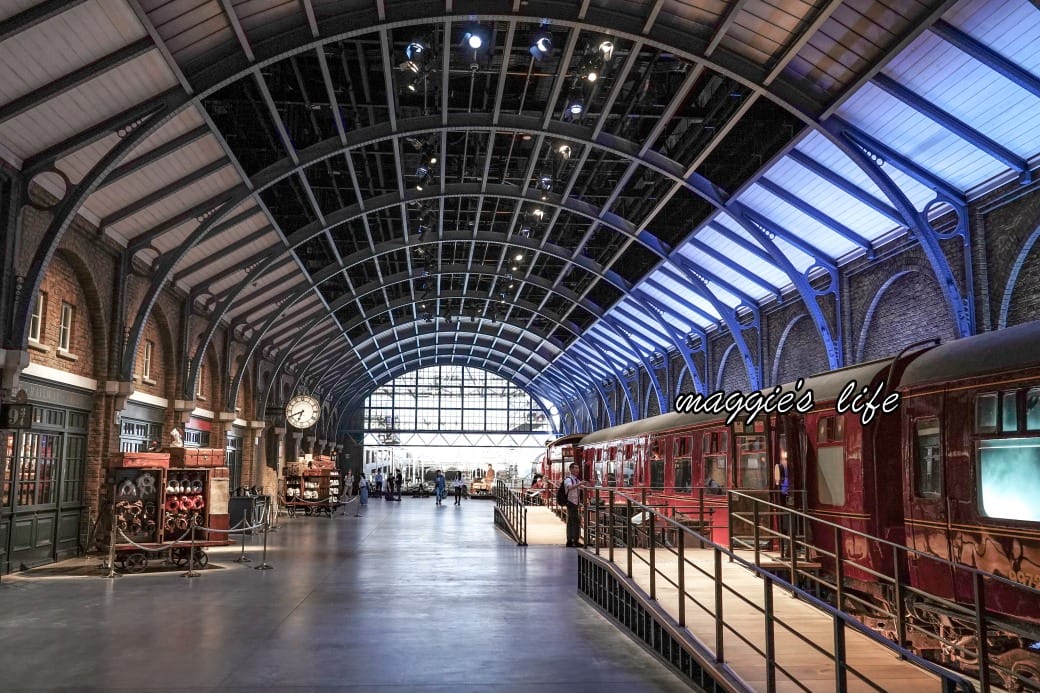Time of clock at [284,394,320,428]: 6:41
